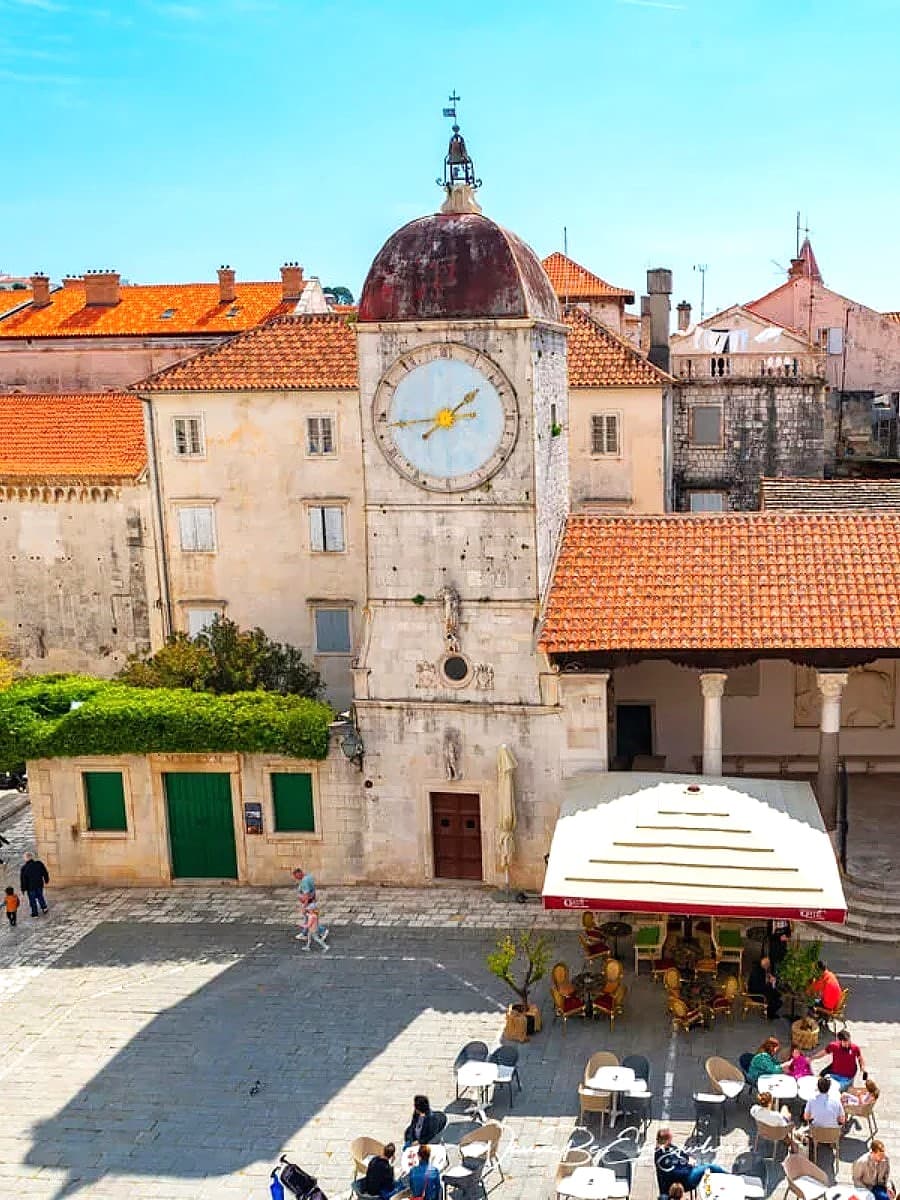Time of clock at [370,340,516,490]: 1:43
